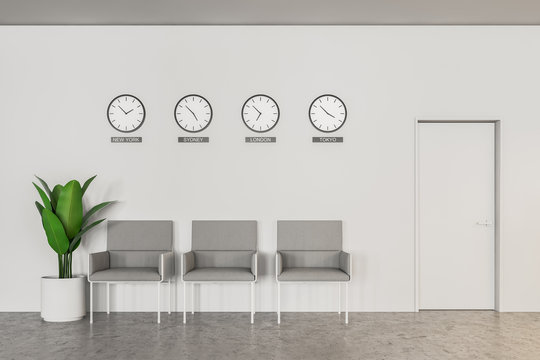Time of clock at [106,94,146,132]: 1:52
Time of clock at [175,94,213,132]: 4:52
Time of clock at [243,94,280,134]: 6:52
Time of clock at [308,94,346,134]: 3:52
